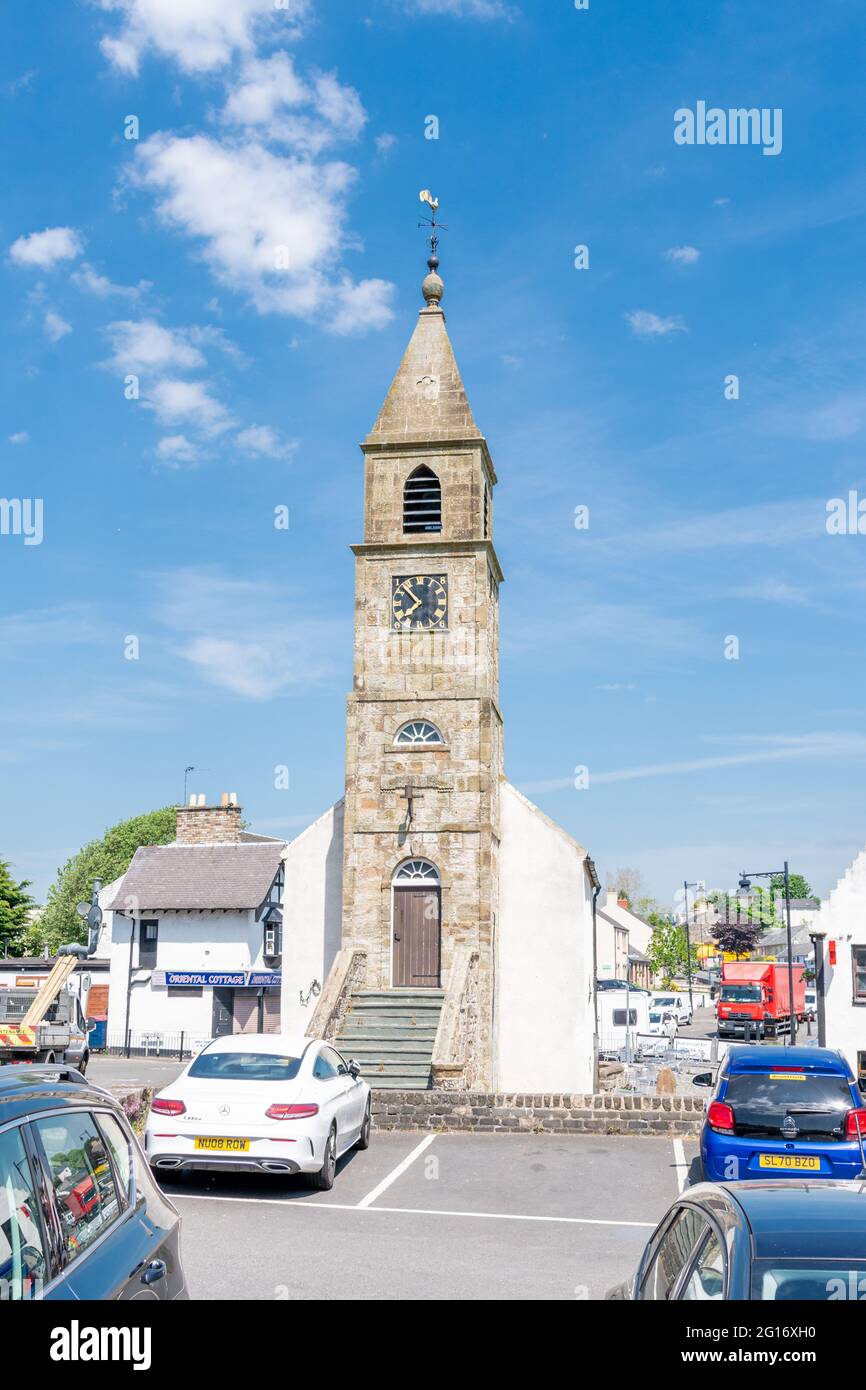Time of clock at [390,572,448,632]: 7:52
